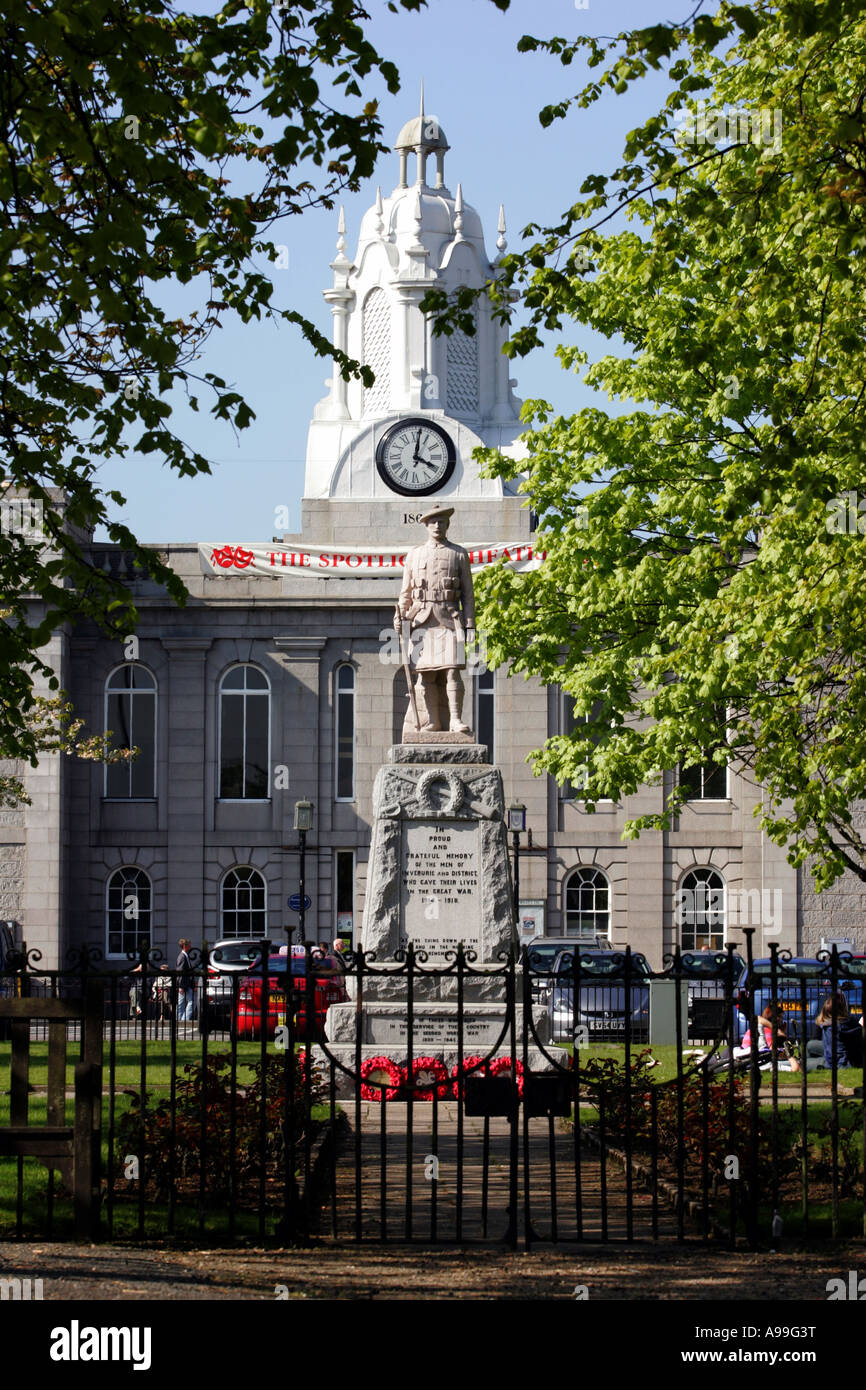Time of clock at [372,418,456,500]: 4:01
